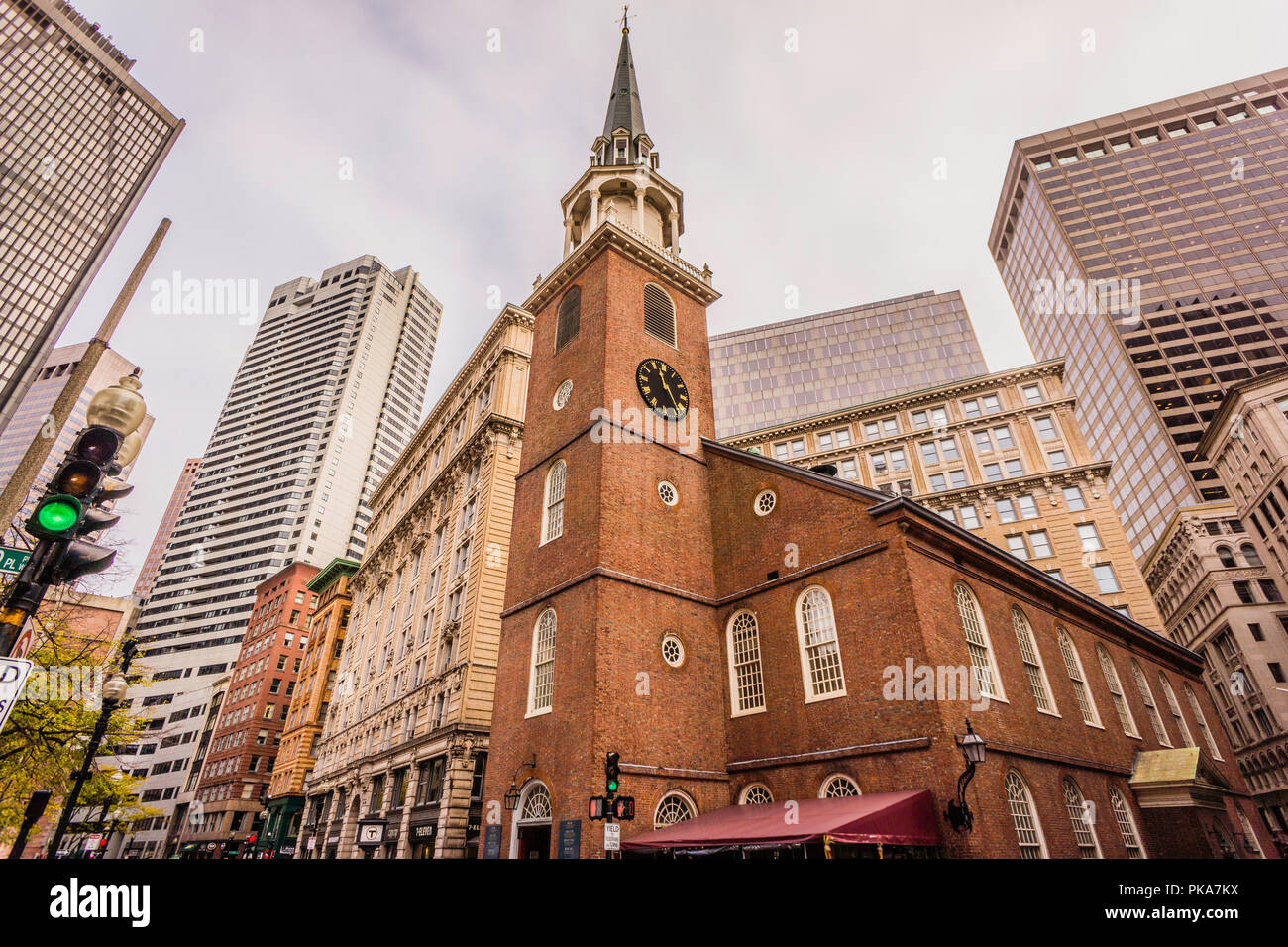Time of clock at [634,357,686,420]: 11:24
